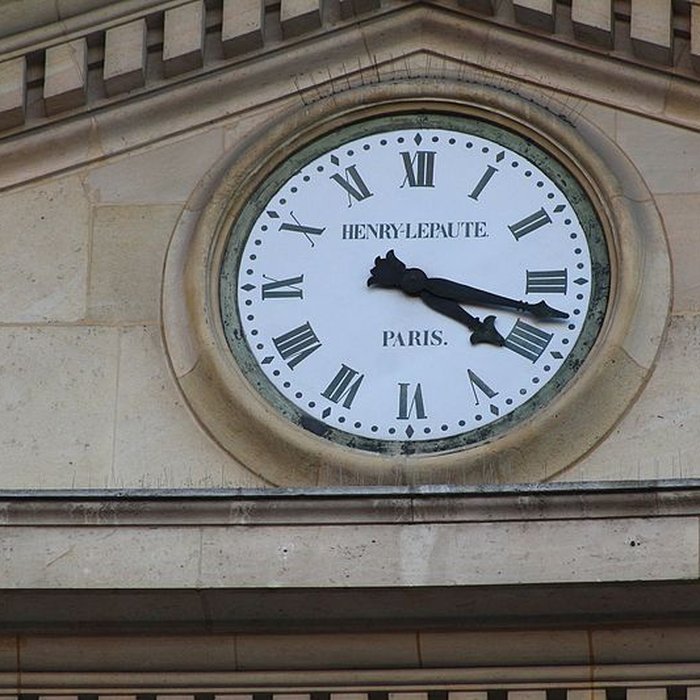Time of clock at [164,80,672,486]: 4:17
